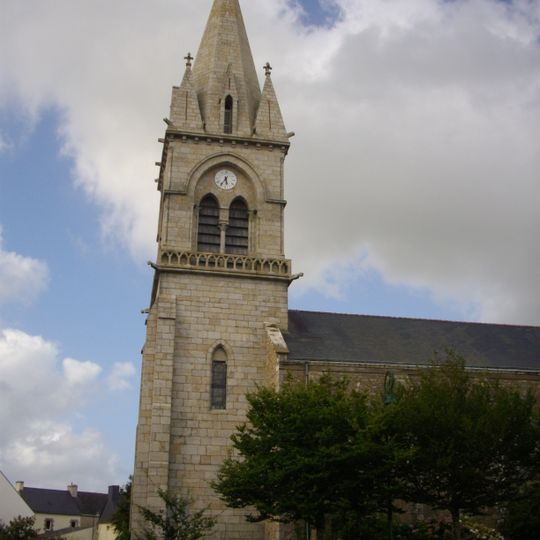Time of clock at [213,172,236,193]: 5:35
